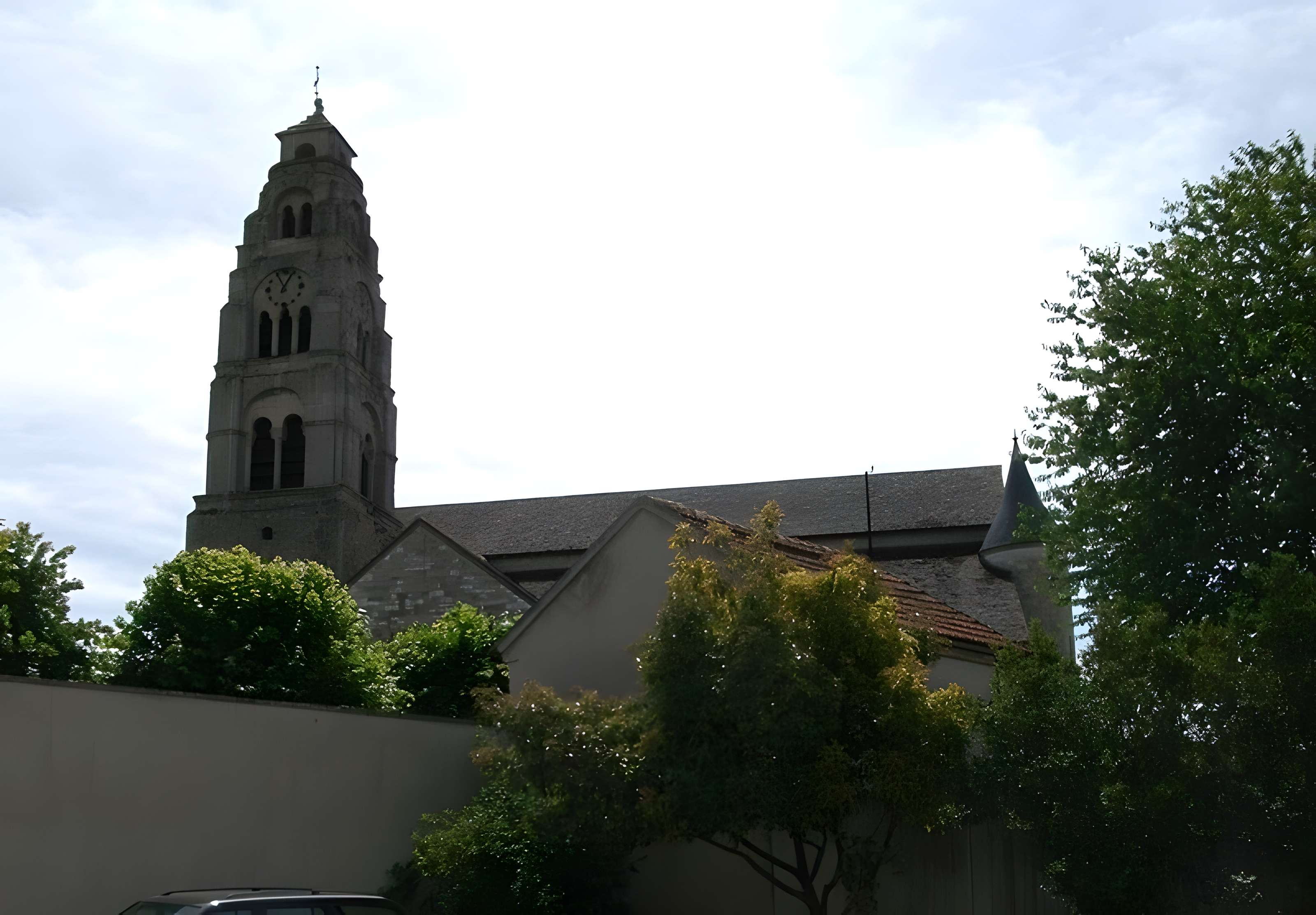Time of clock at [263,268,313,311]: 12:54
